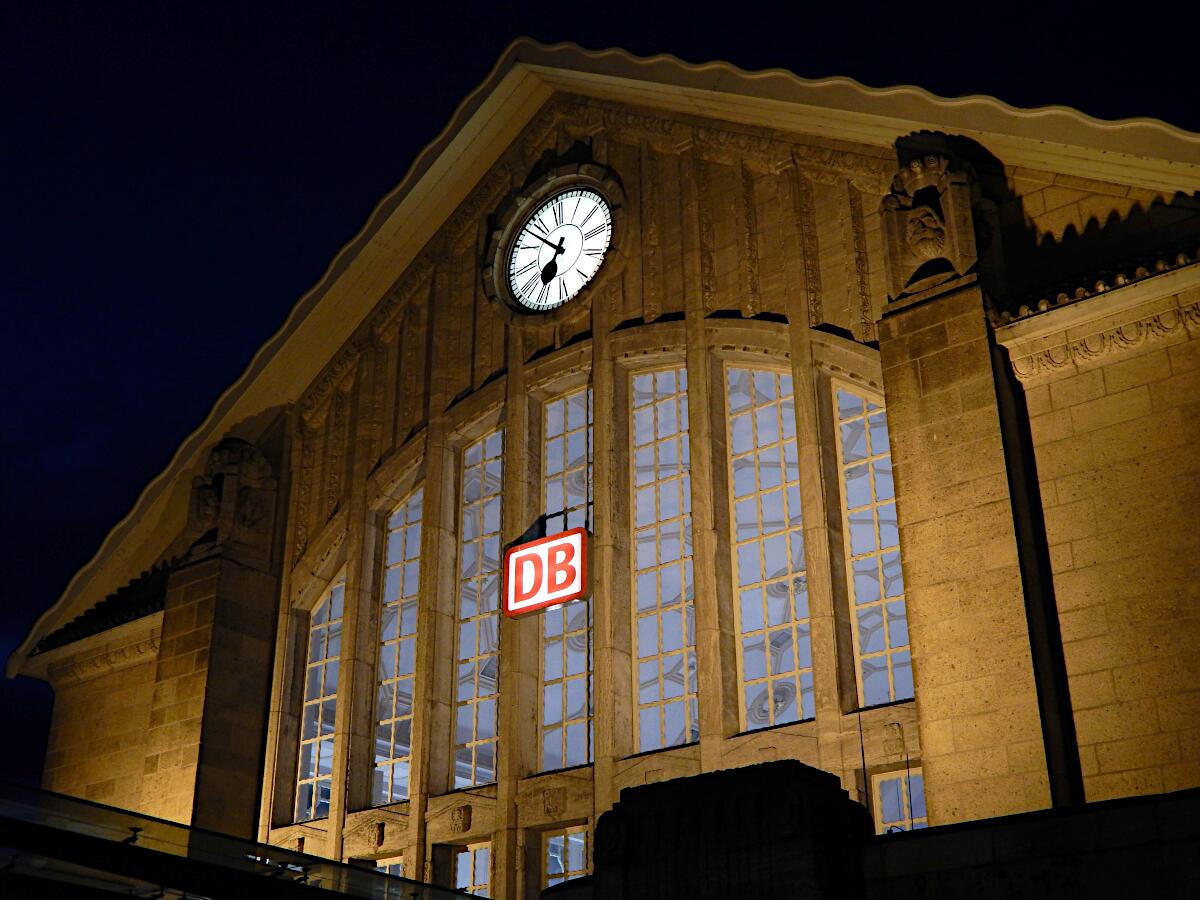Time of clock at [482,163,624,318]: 6:52
